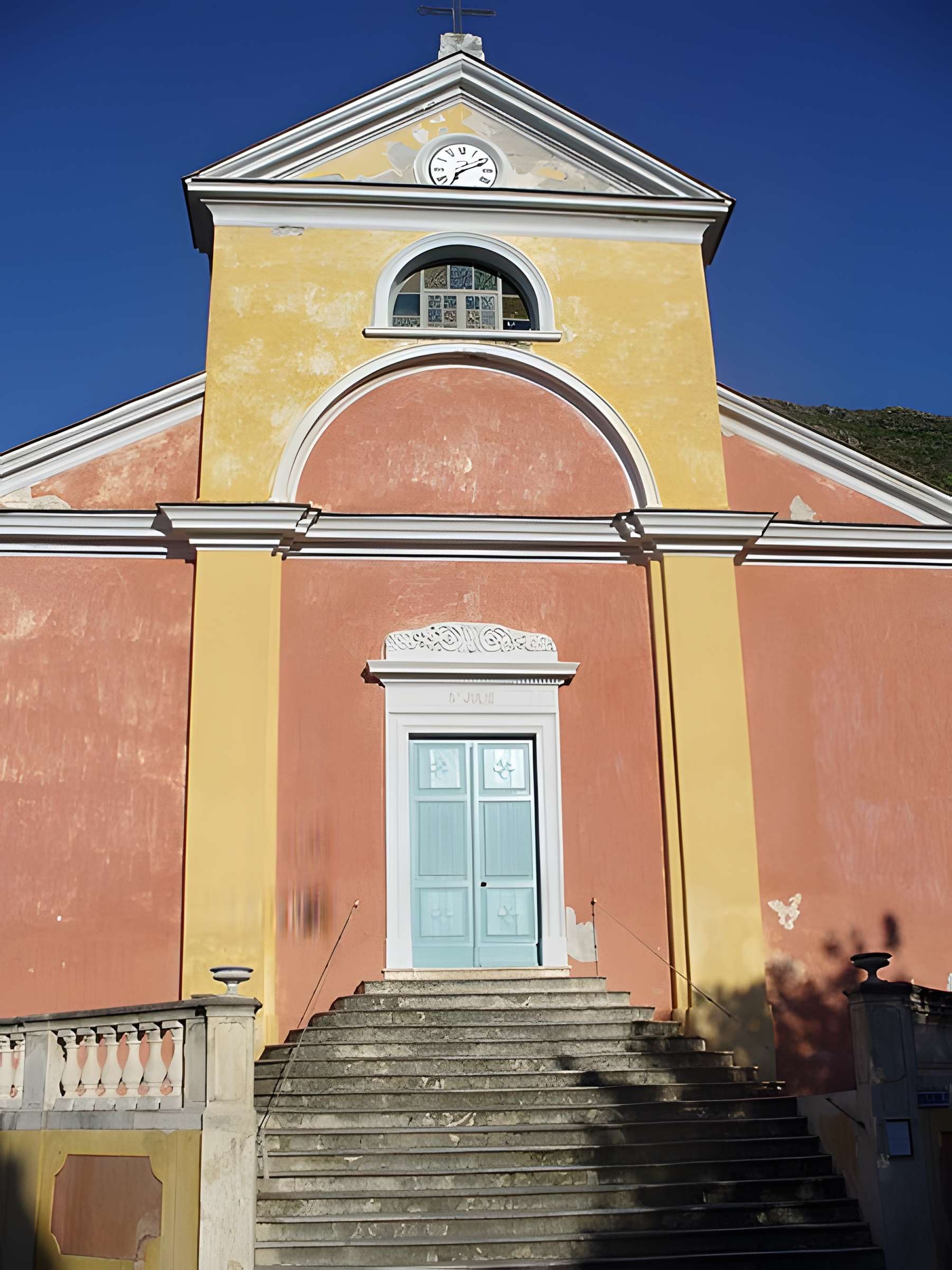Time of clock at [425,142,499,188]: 7:11
